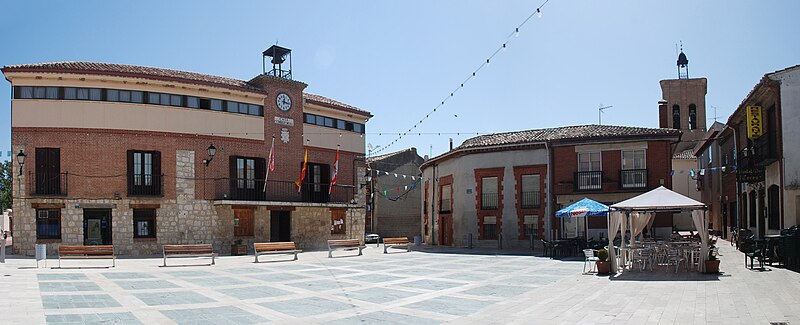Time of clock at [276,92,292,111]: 12:16
